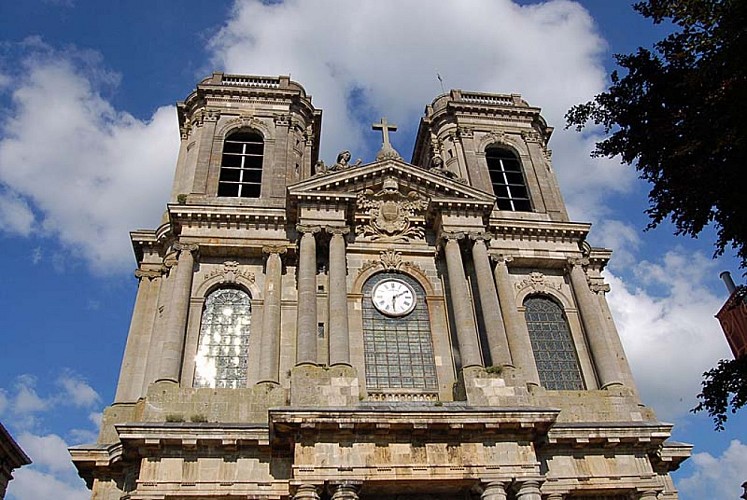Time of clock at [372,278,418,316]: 6:10
